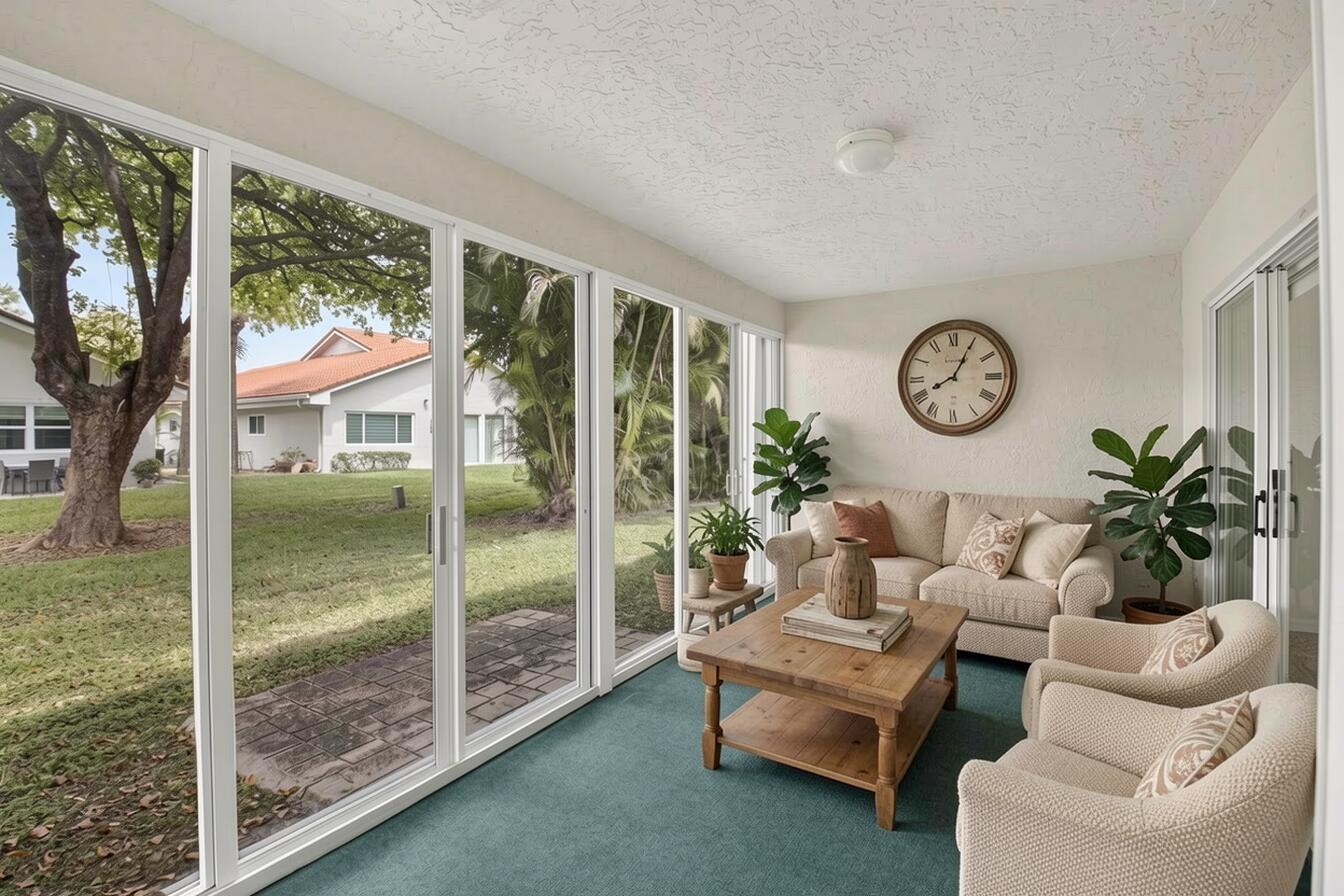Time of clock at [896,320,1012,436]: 8:04
